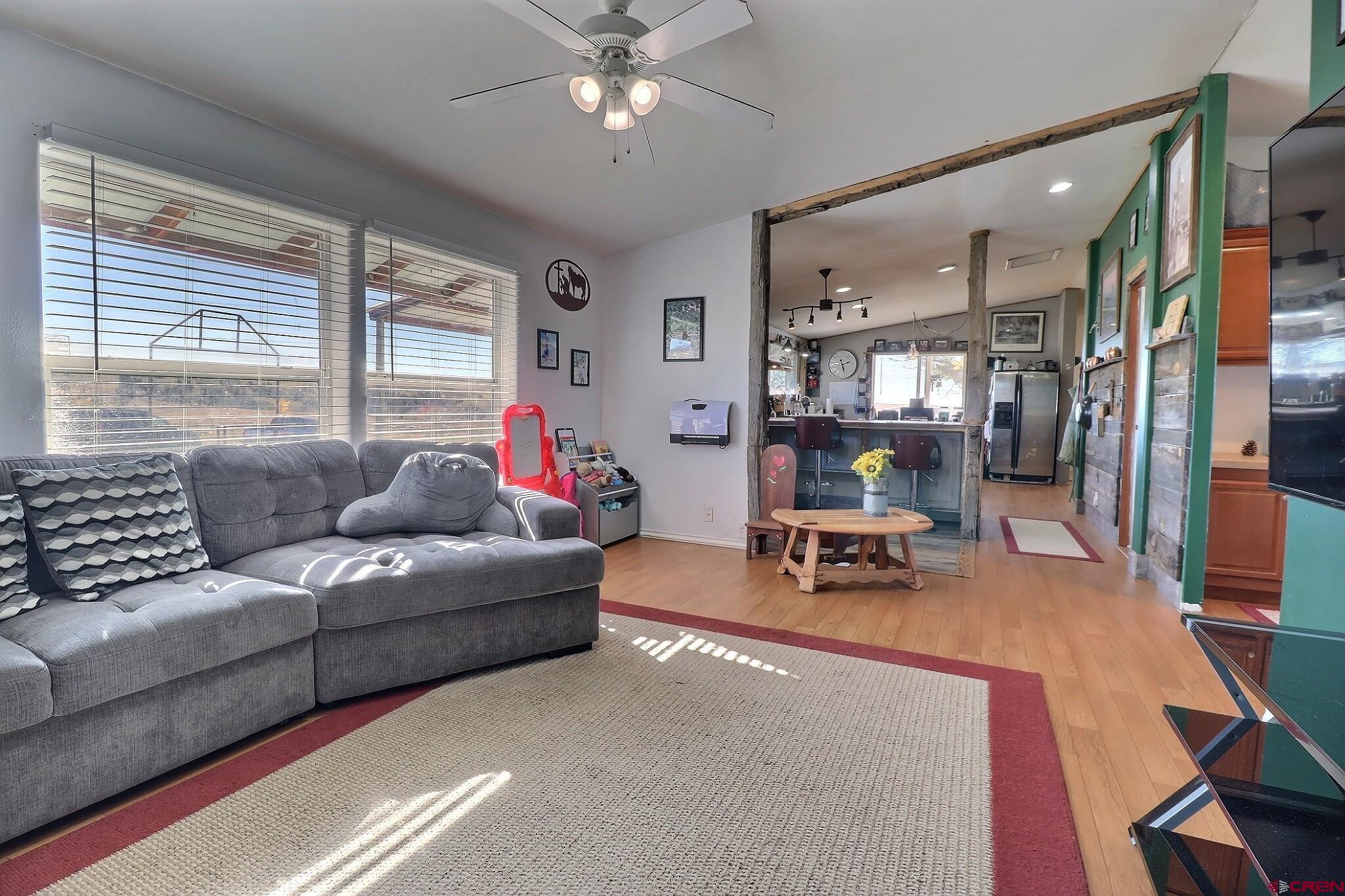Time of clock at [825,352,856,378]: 2:27
